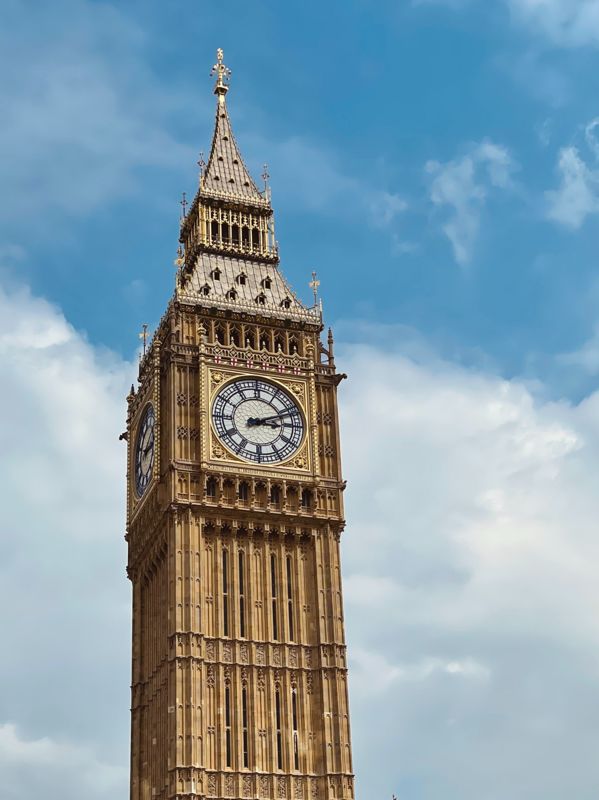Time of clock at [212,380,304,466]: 3:11
